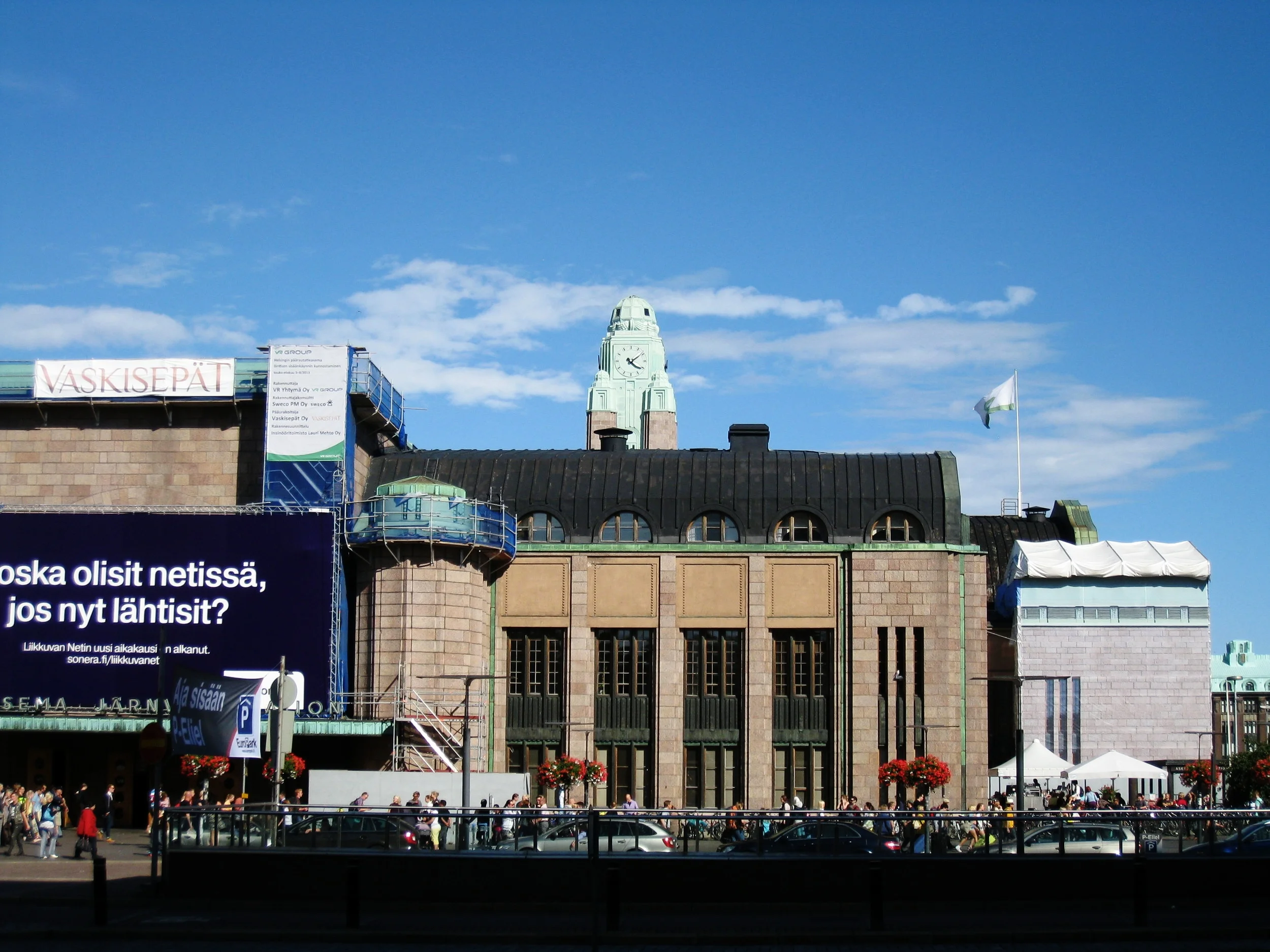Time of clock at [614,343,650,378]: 4:09
